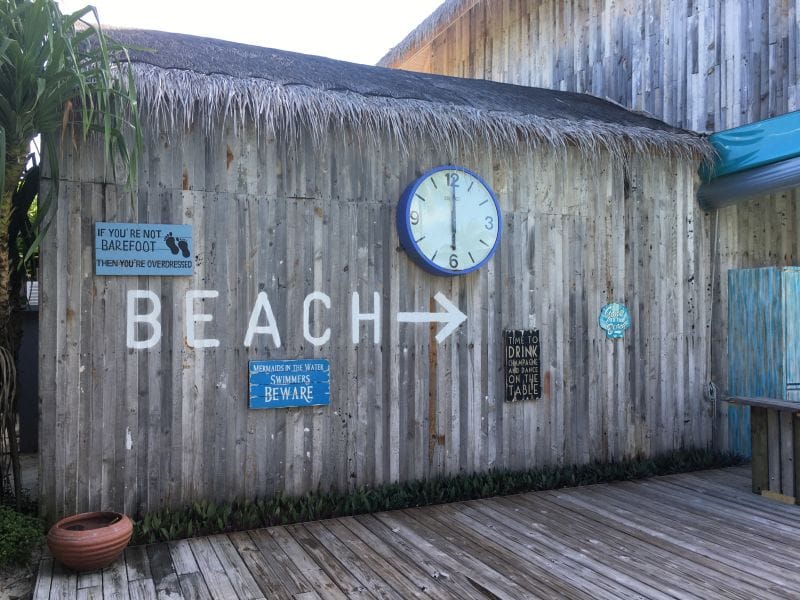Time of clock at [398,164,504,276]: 6:00
